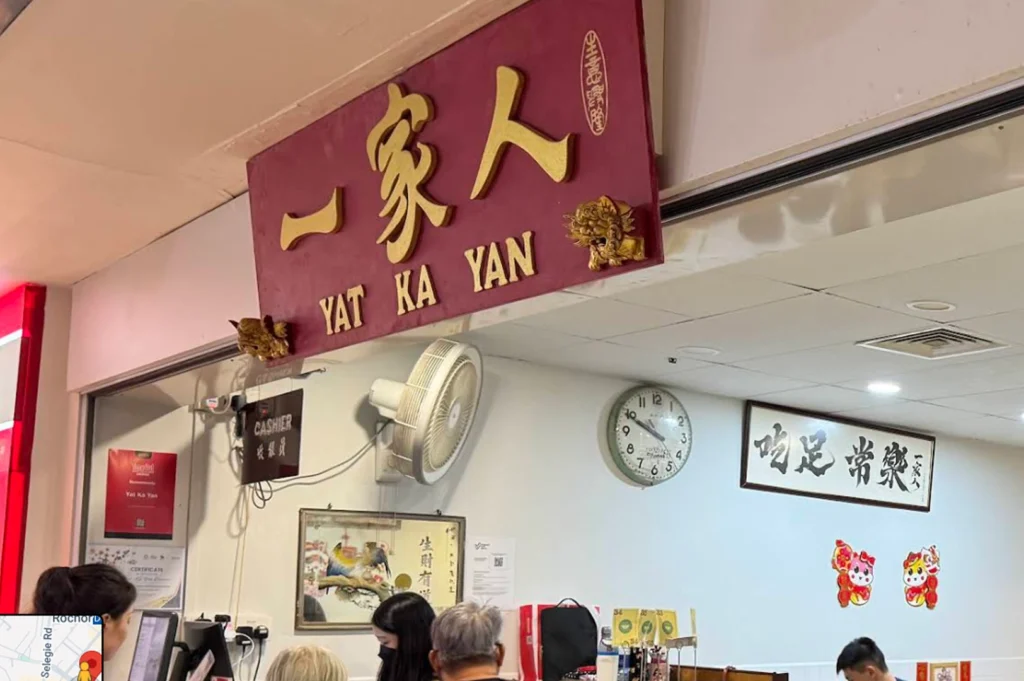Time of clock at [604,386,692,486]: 9:49
